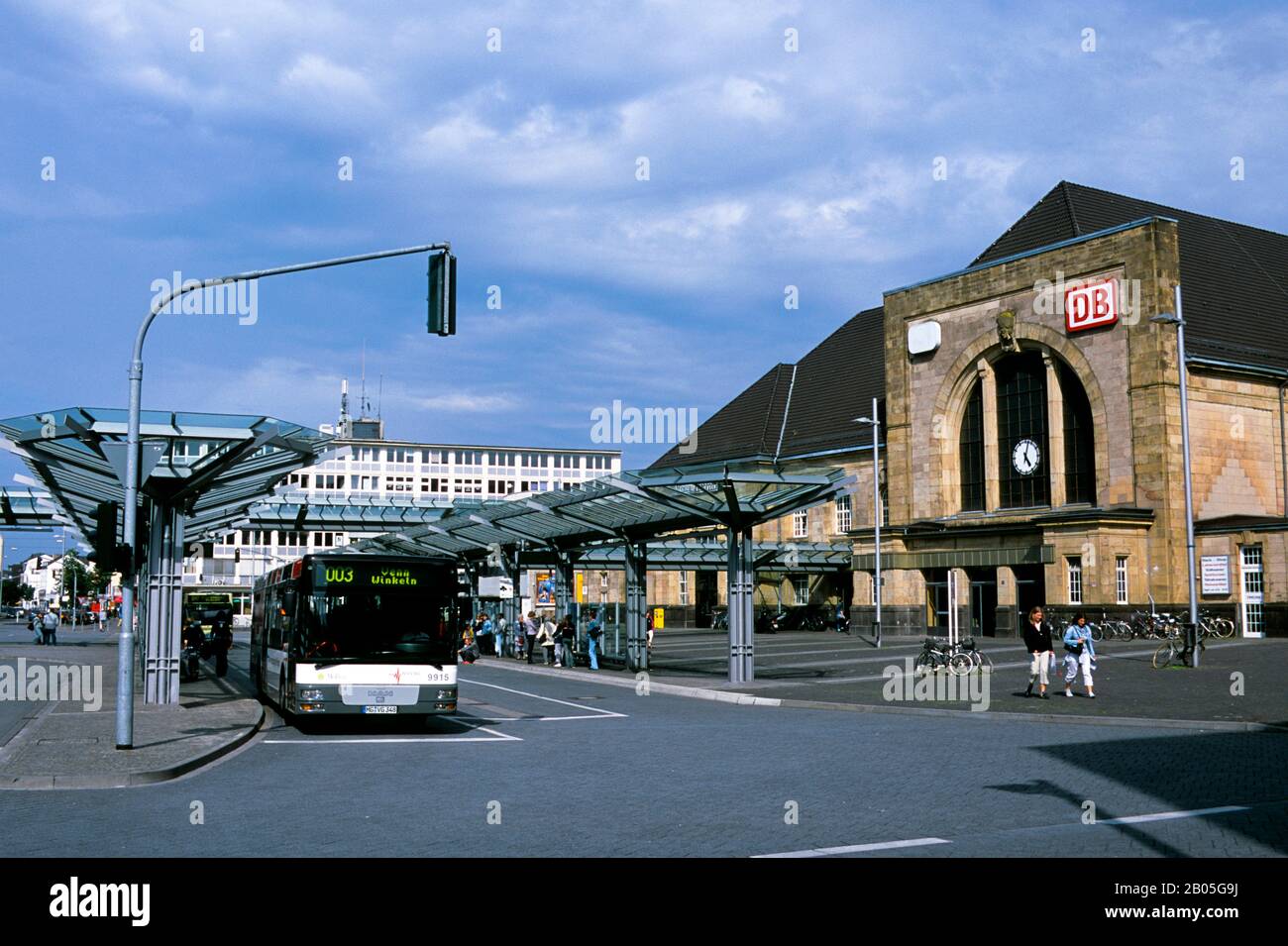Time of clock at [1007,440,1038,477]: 5:02
